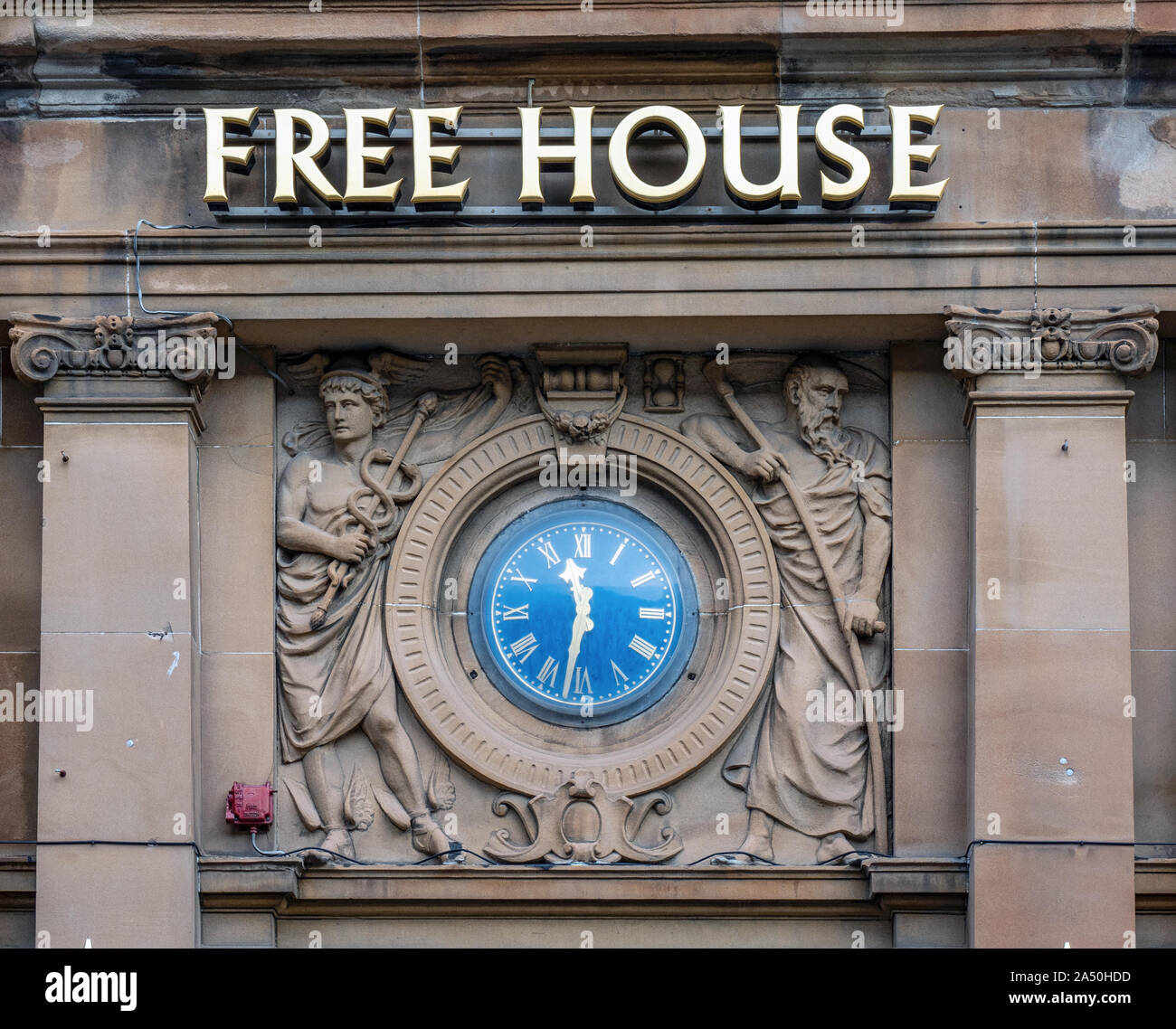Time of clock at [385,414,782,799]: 11:32
